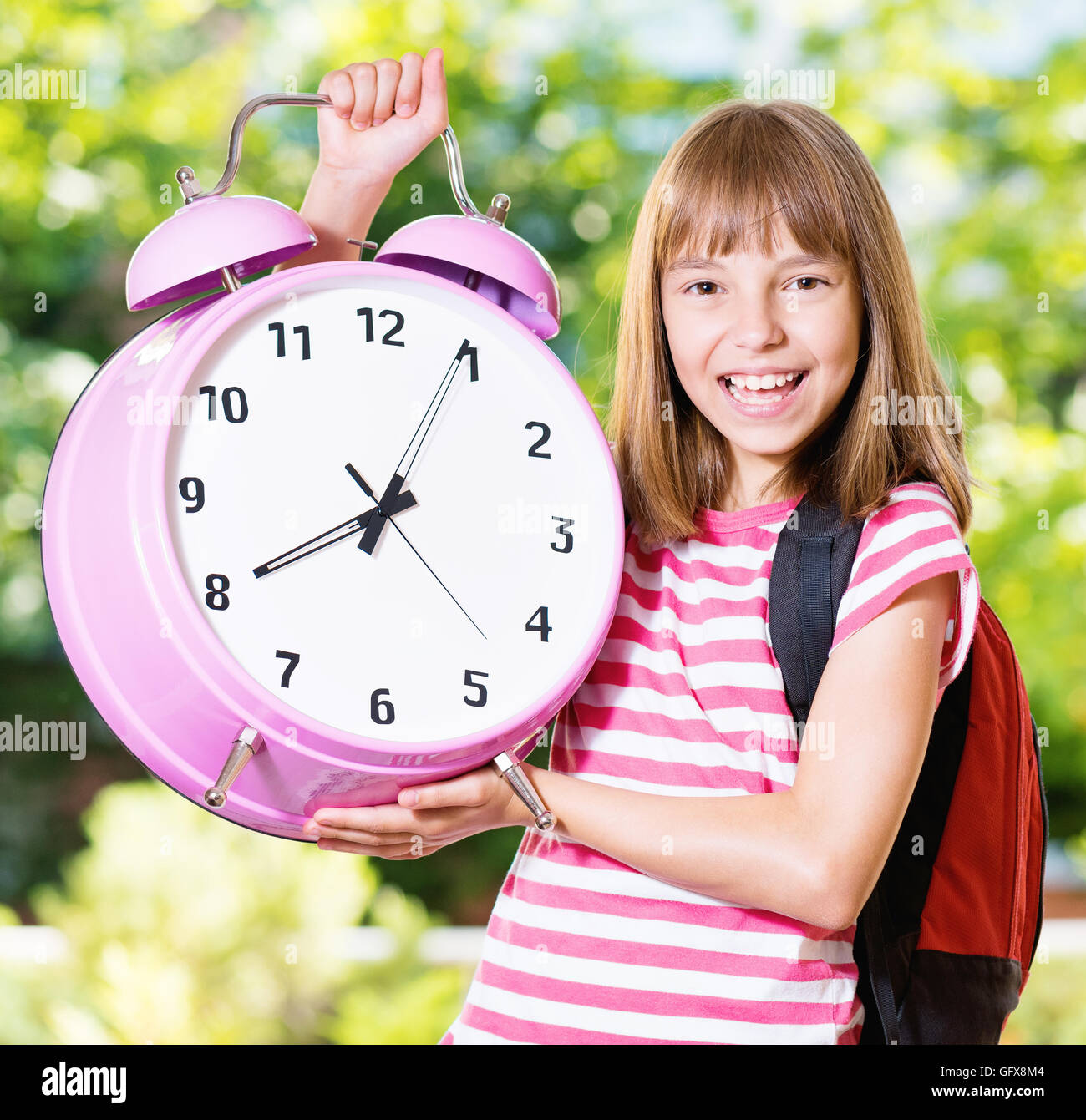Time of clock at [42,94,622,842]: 8:04
